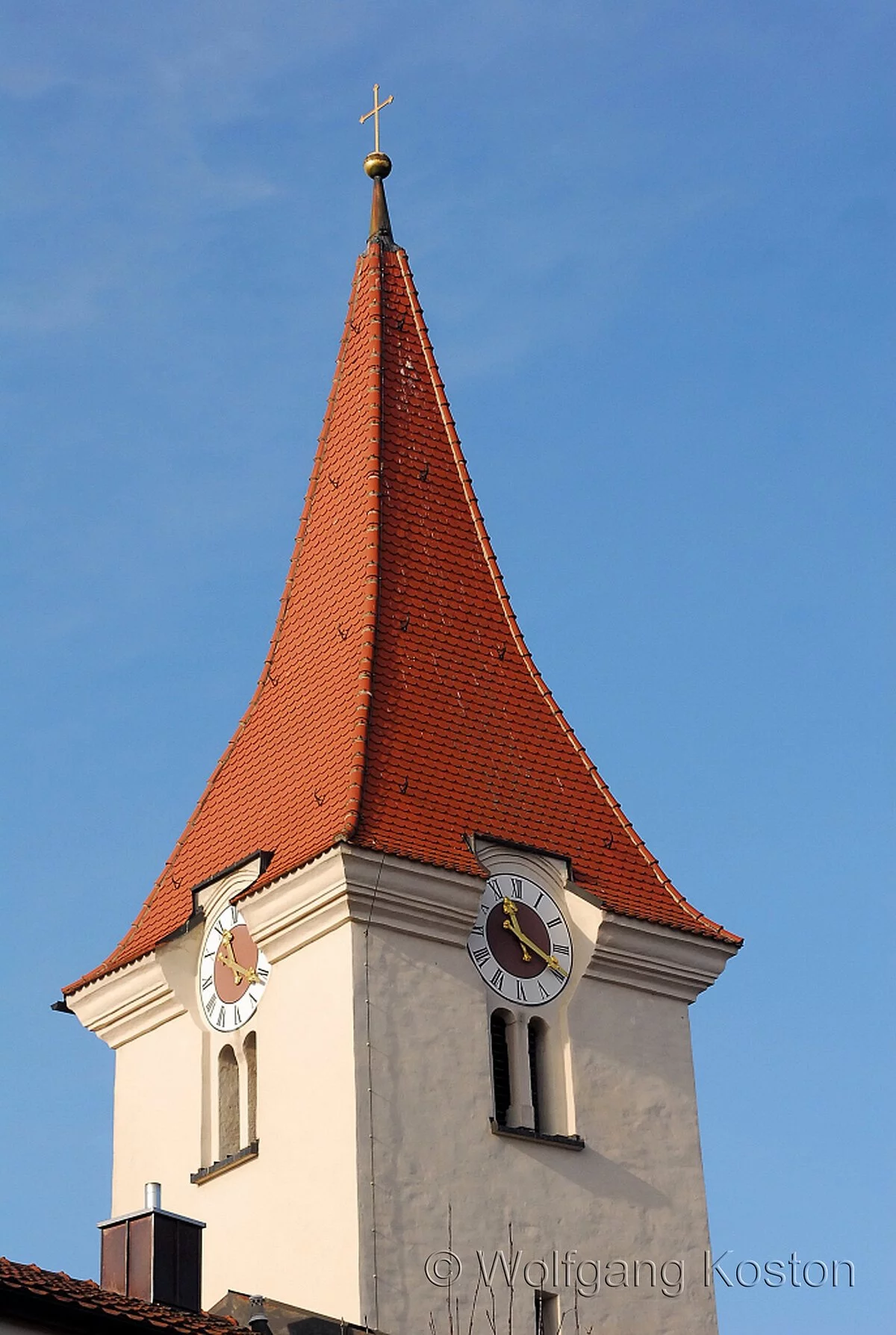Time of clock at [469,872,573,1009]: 11:19
